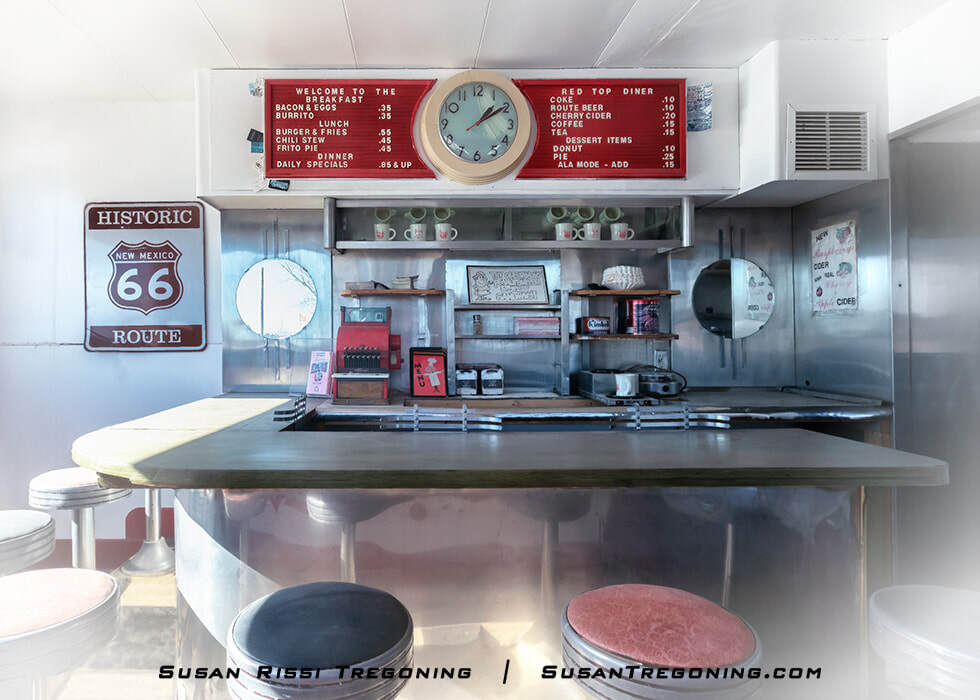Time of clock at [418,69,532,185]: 1:09
